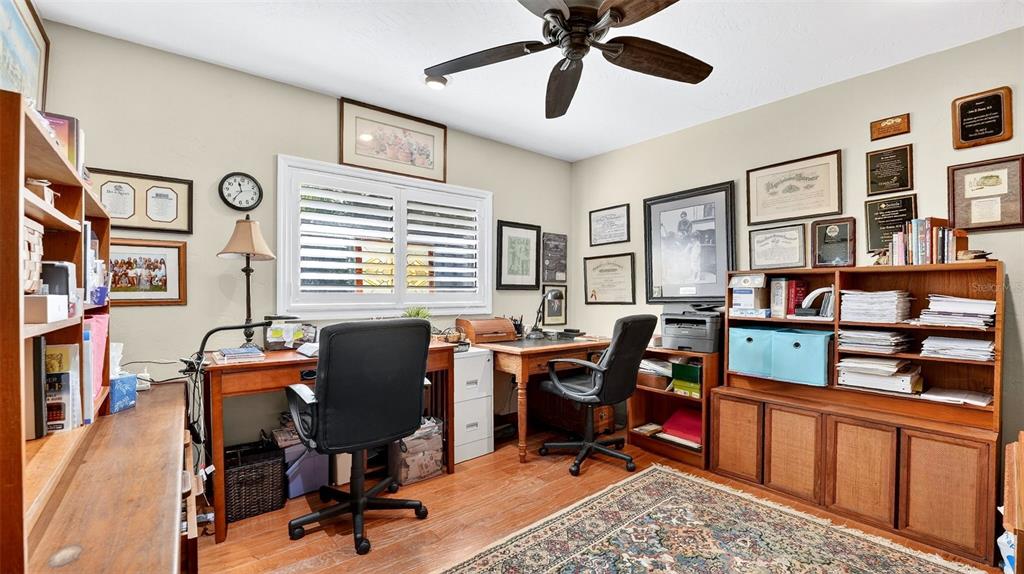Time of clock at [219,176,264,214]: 11:35
